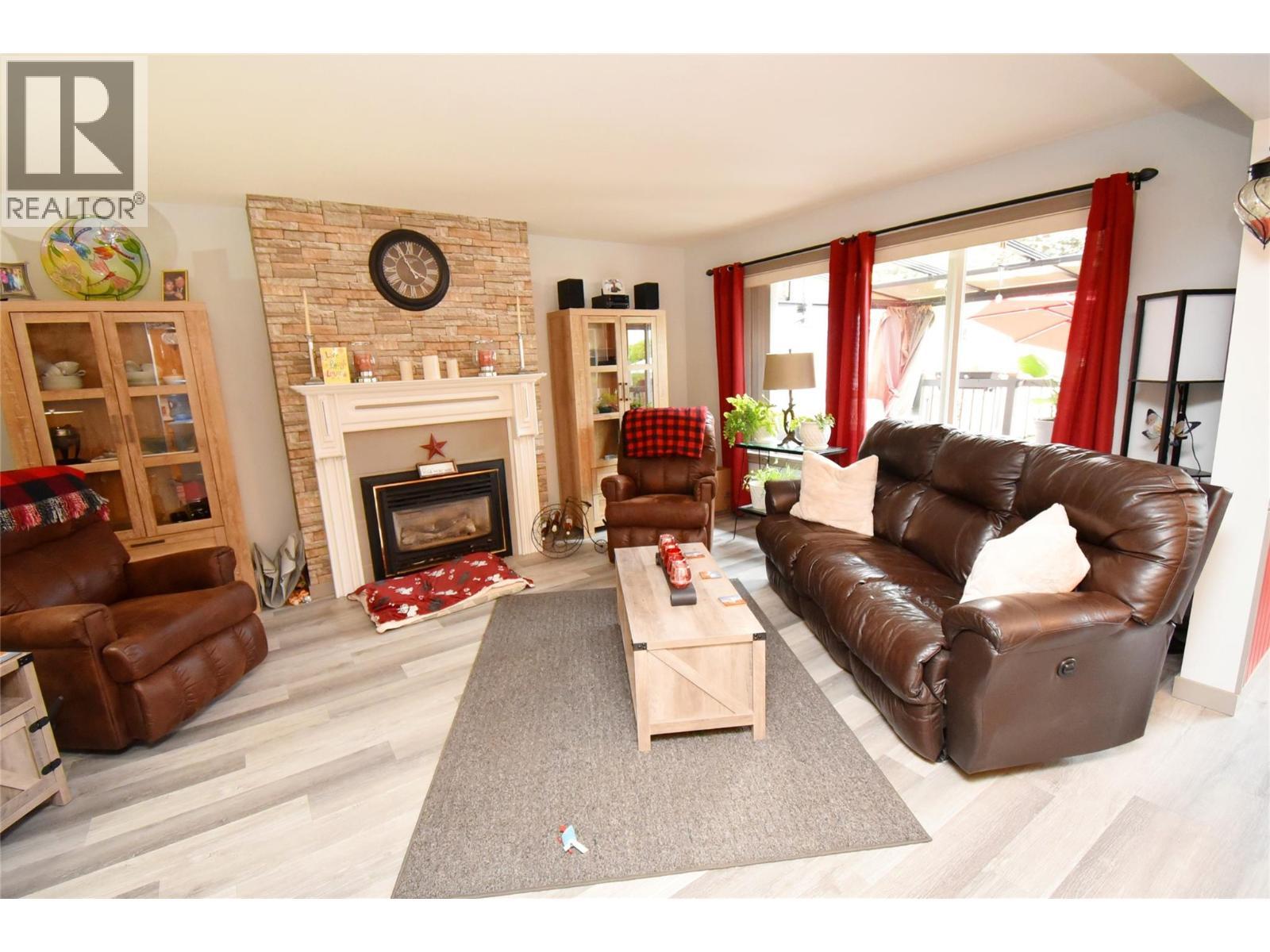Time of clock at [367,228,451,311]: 3:55
